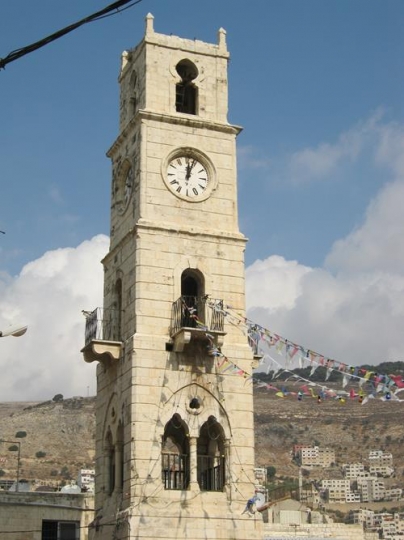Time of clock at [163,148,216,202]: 12:03
